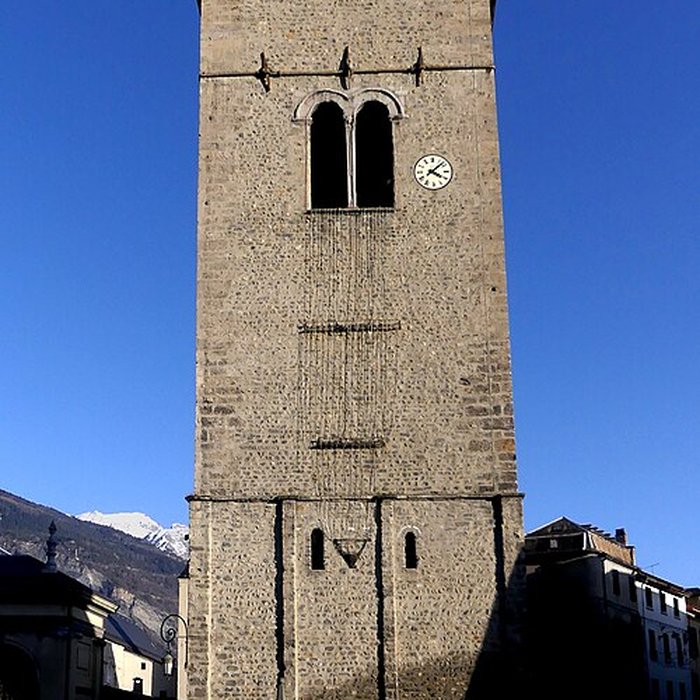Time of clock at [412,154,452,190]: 4:07
